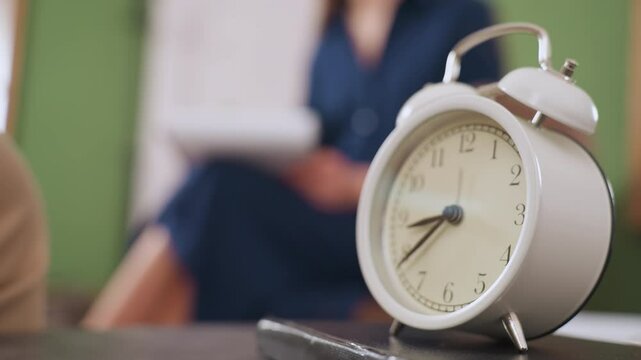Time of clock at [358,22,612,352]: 8:38
